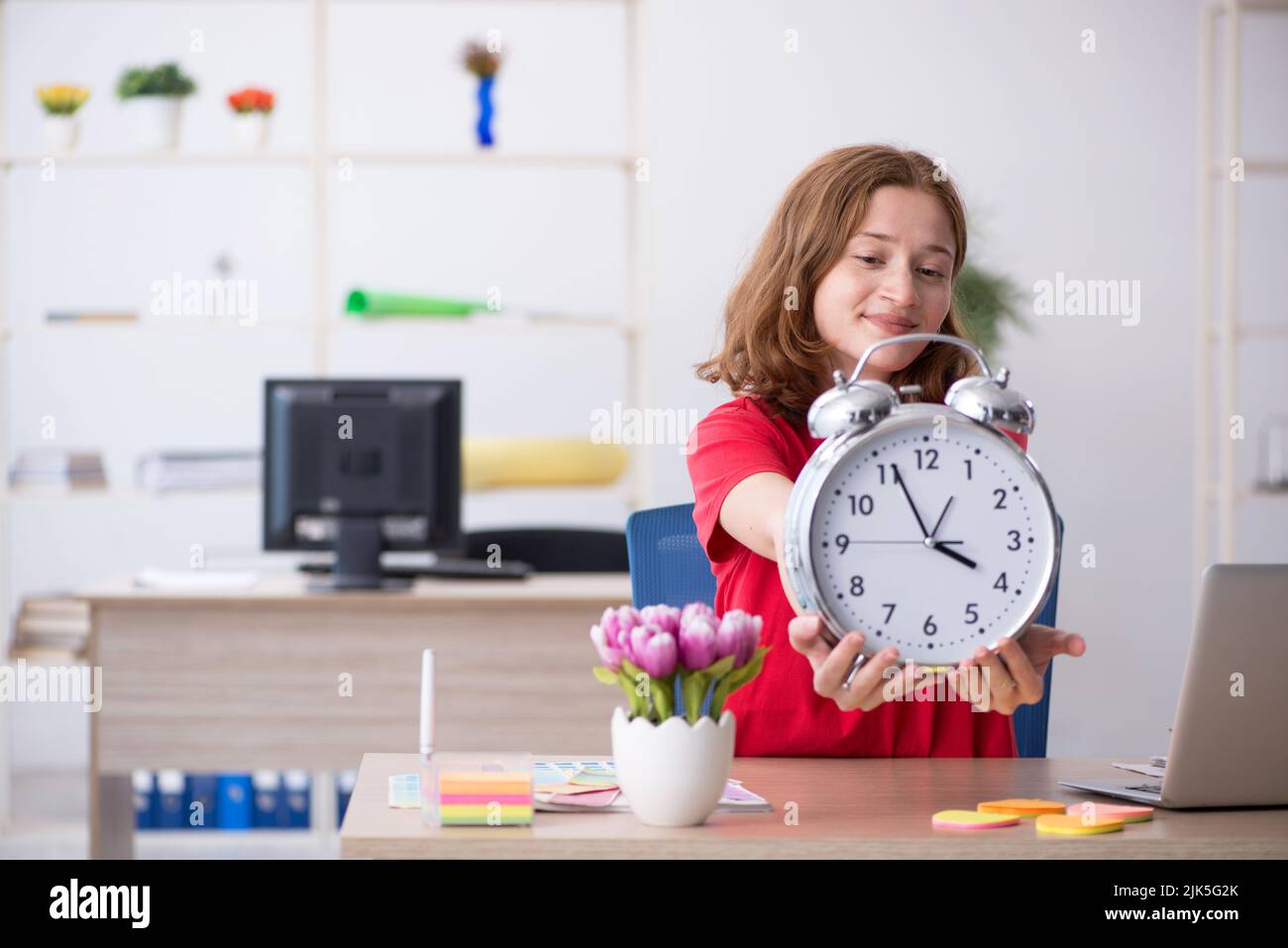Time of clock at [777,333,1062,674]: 3:56
